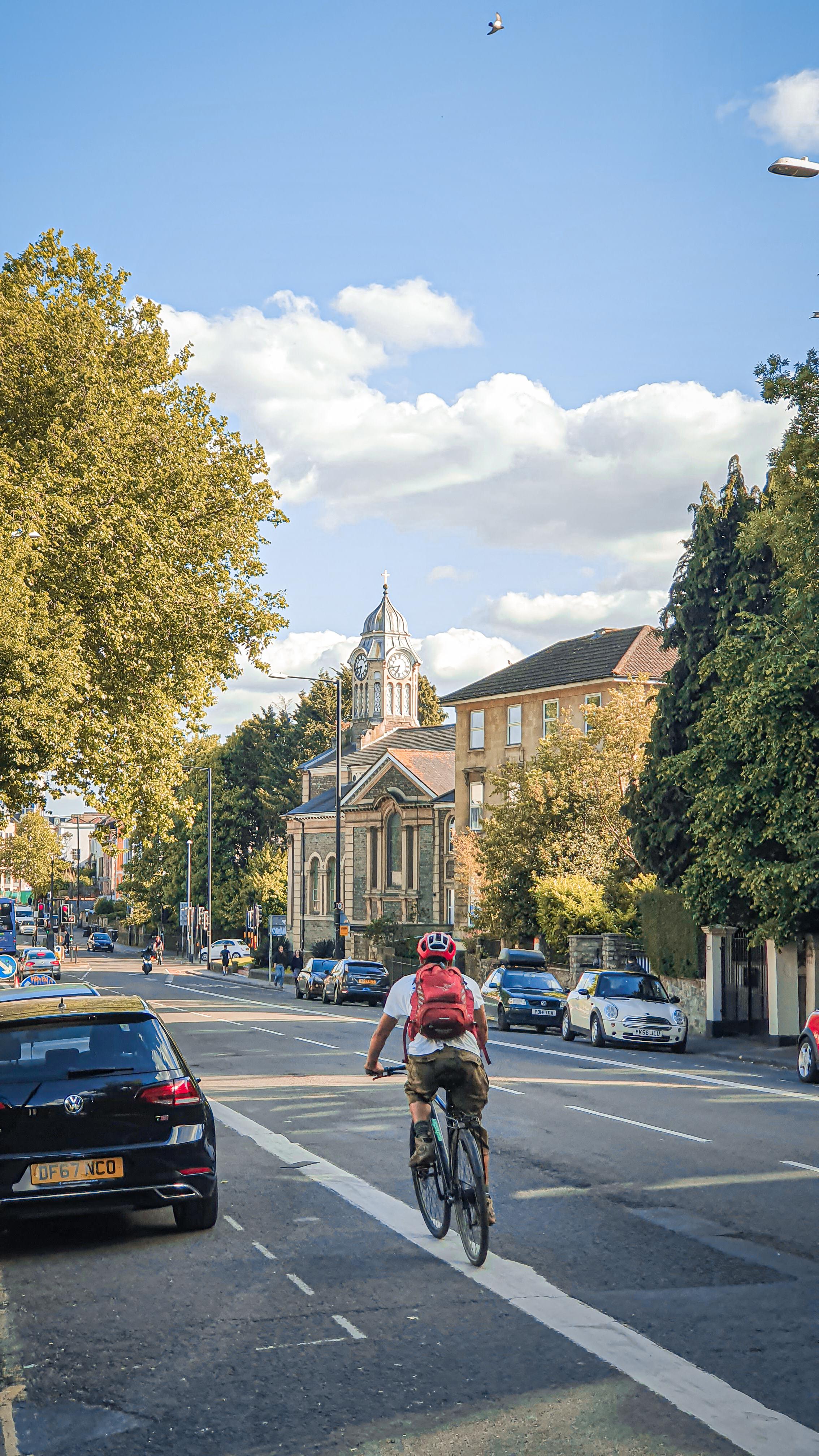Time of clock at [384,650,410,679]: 6:42
